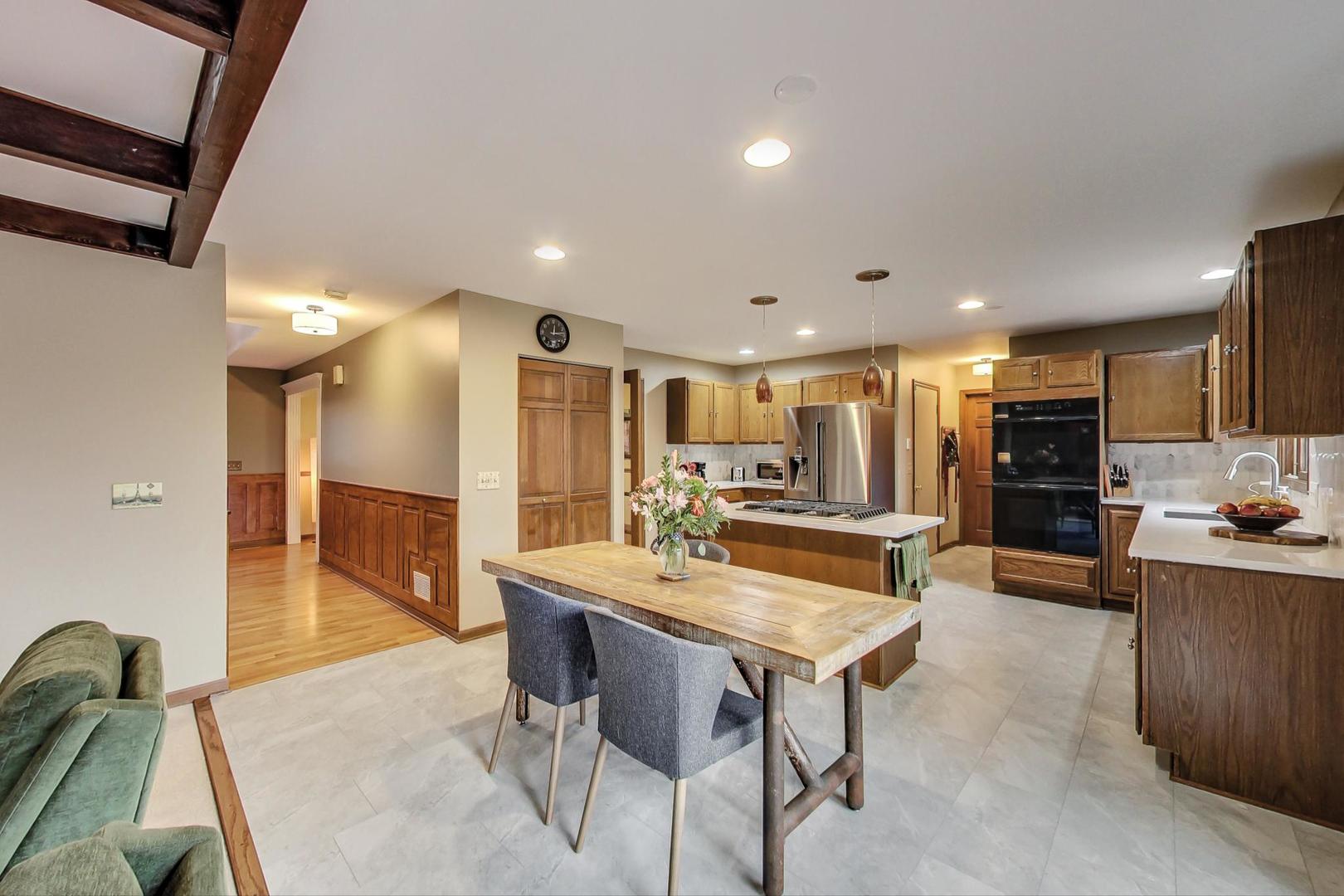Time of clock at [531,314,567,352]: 12:13
